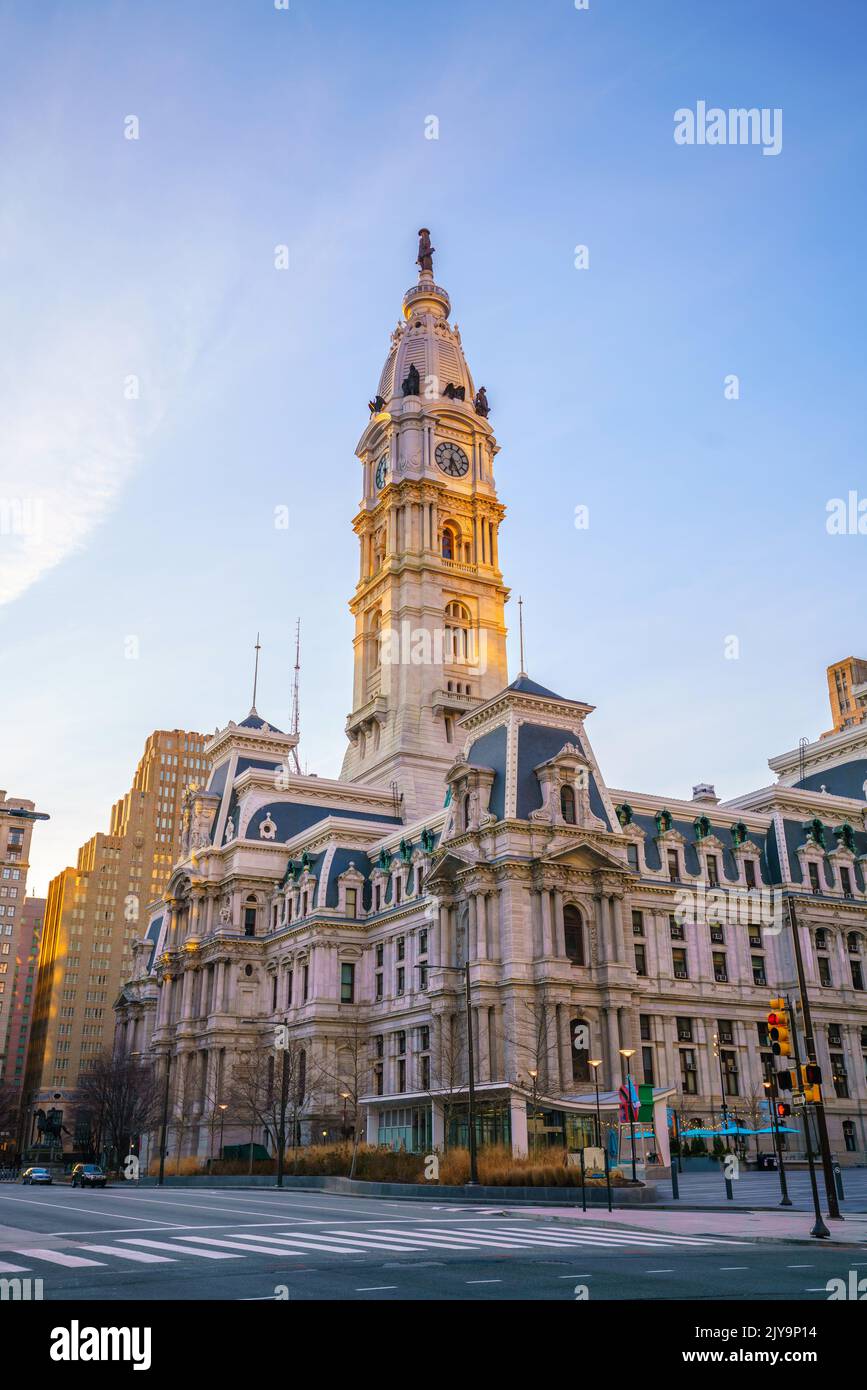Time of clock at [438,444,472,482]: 6:25
